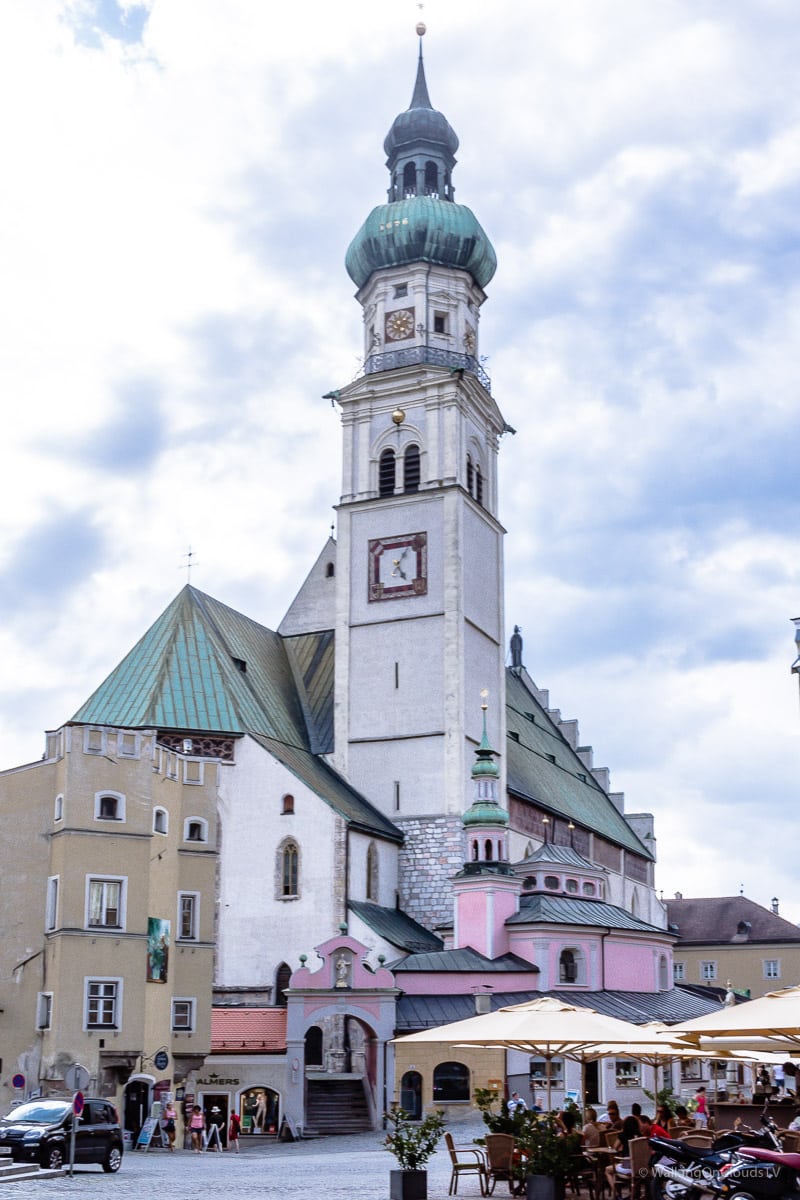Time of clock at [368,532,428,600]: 5:05
